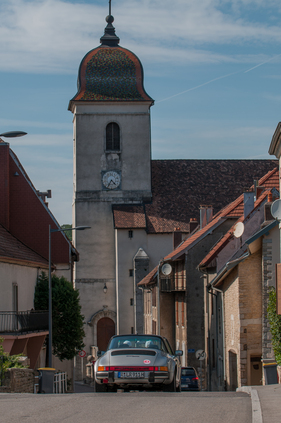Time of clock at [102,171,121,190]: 4:35
